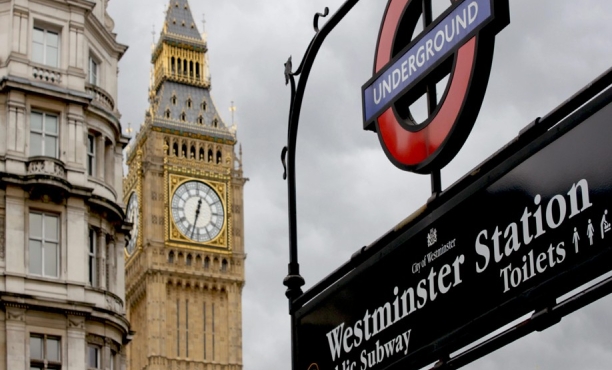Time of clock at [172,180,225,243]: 12:32
